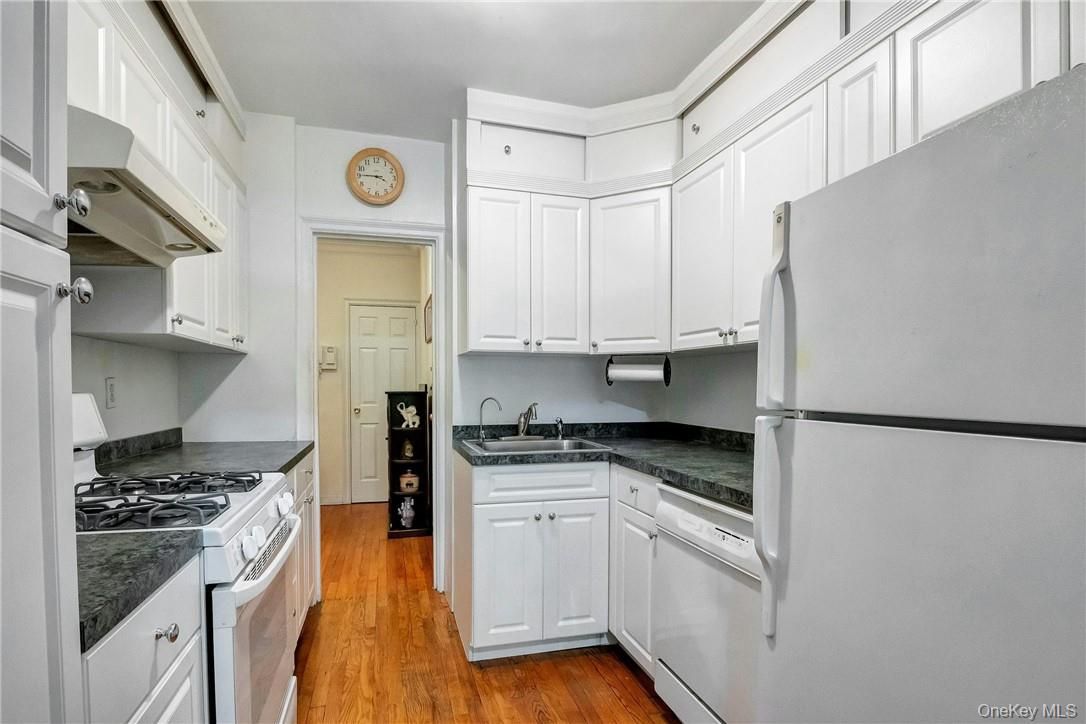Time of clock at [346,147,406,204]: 3:45
